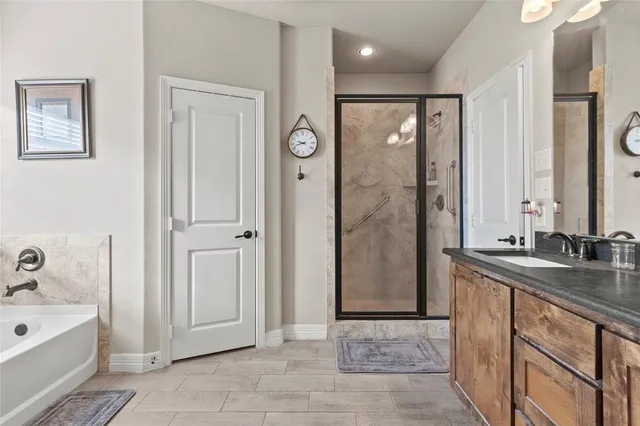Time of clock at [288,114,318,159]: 9:42
